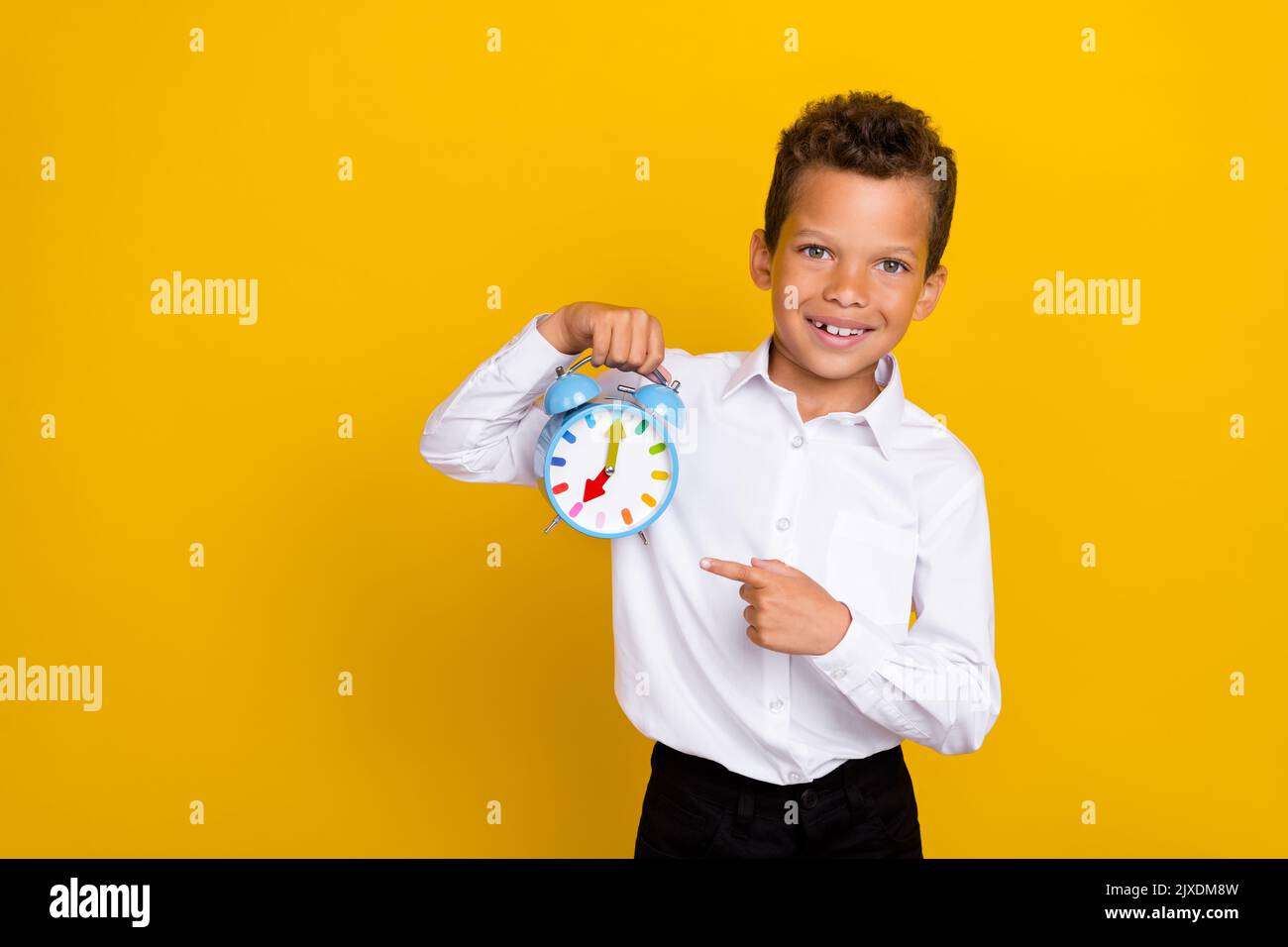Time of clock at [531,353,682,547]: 7:00
